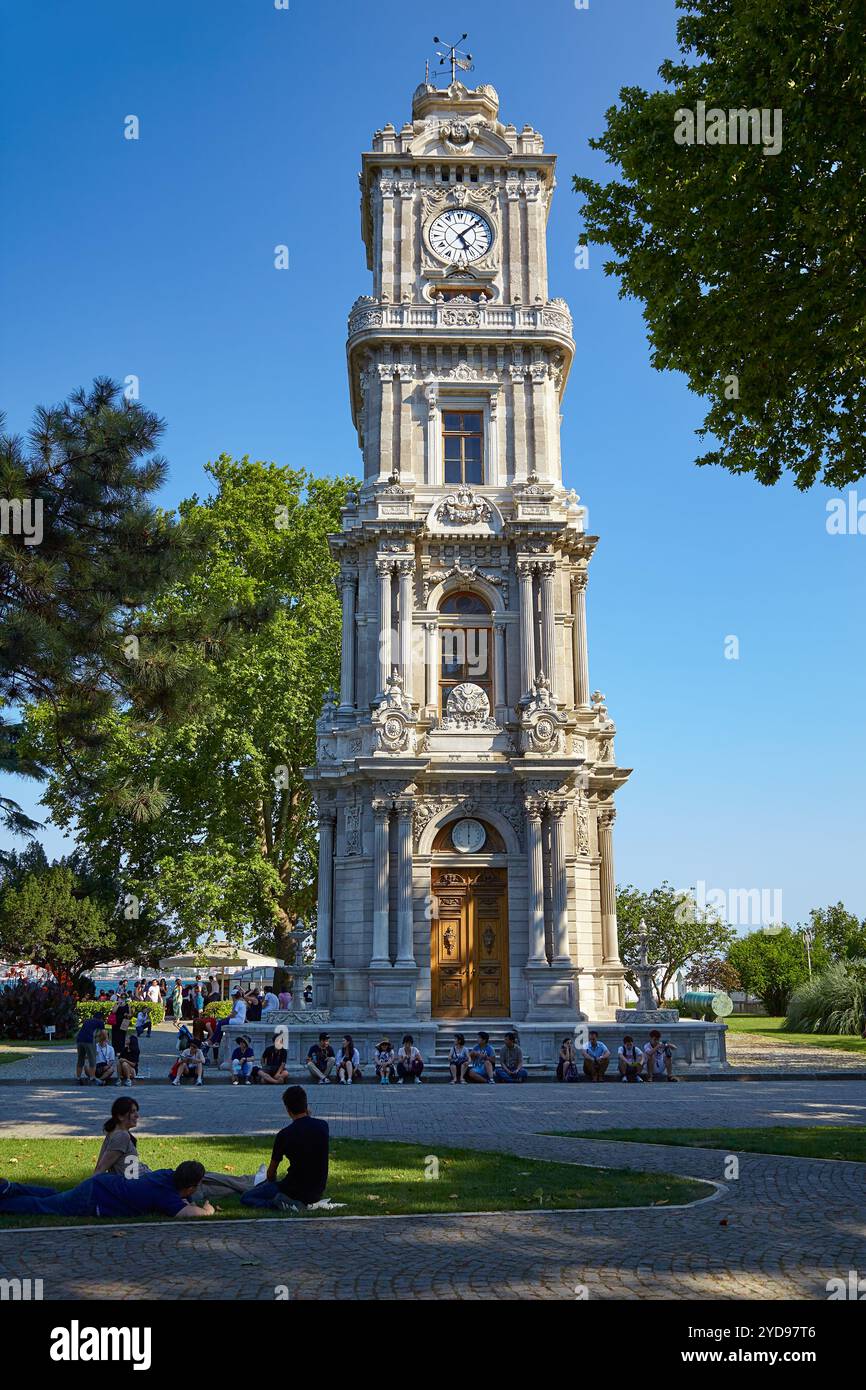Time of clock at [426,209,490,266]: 5:07
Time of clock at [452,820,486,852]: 5:59
